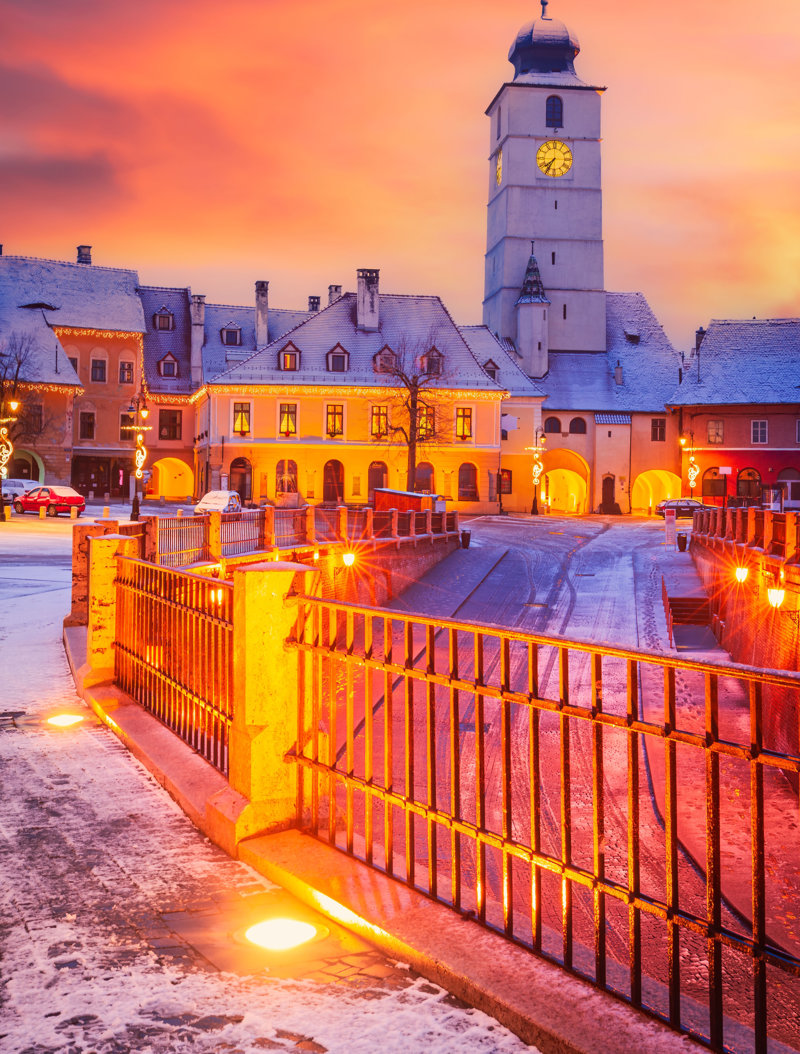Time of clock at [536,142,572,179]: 7:34
